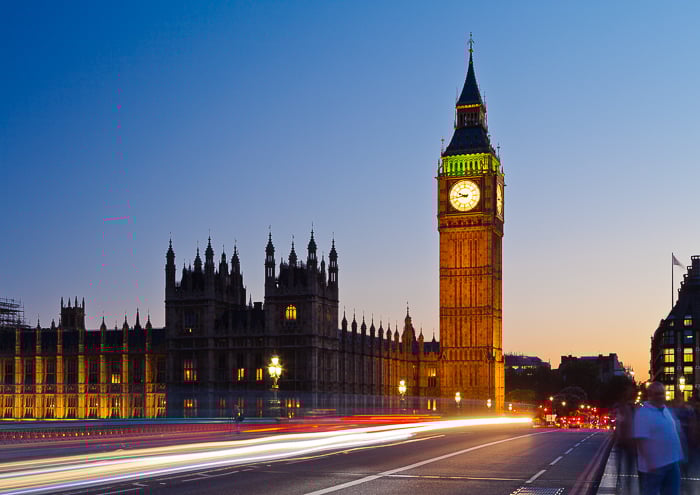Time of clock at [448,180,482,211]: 9:43
